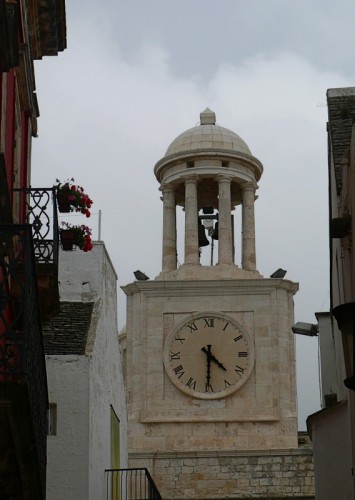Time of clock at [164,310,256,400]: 4:30
